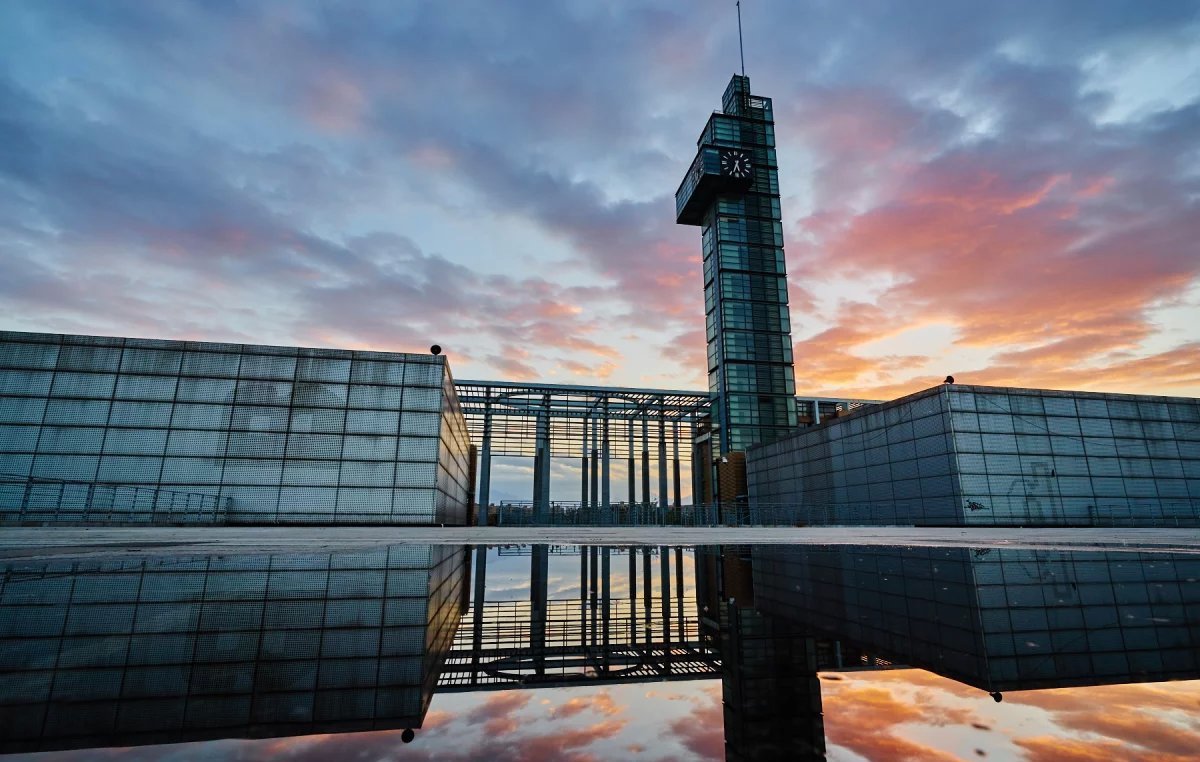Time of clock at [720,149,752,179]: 5:33
